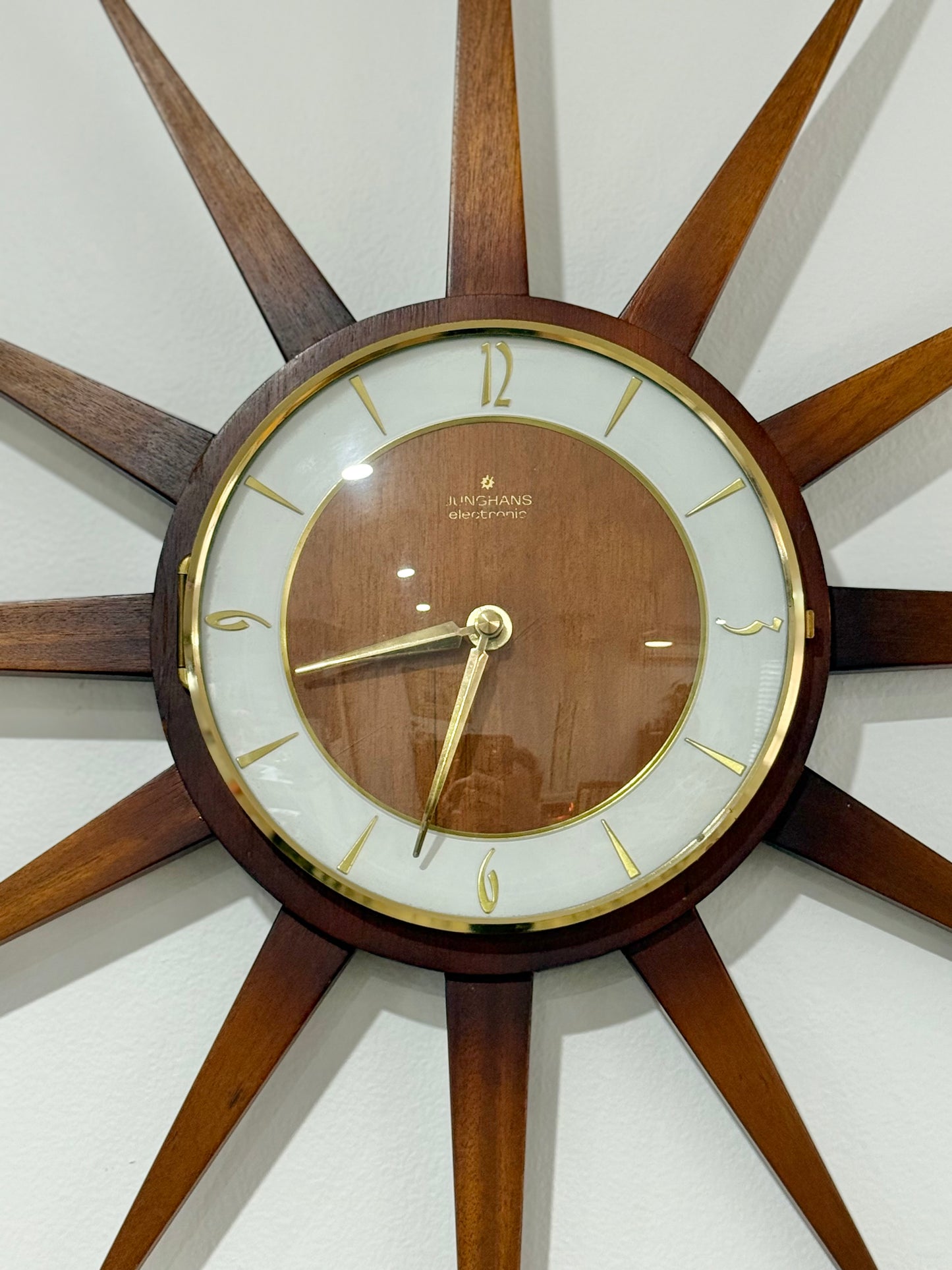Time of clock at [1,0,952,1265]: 8:32
